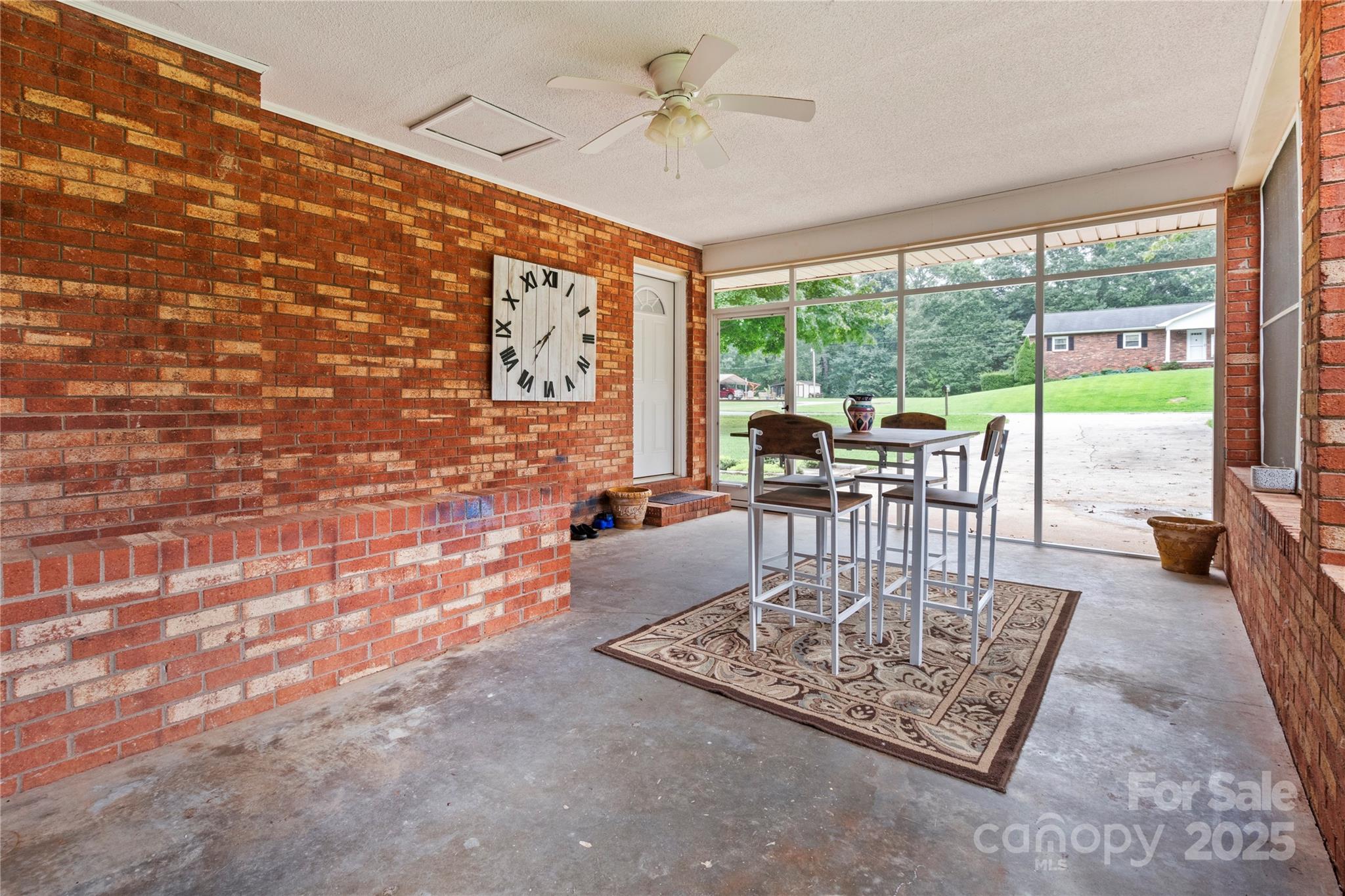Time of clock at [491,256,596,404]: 7:35
